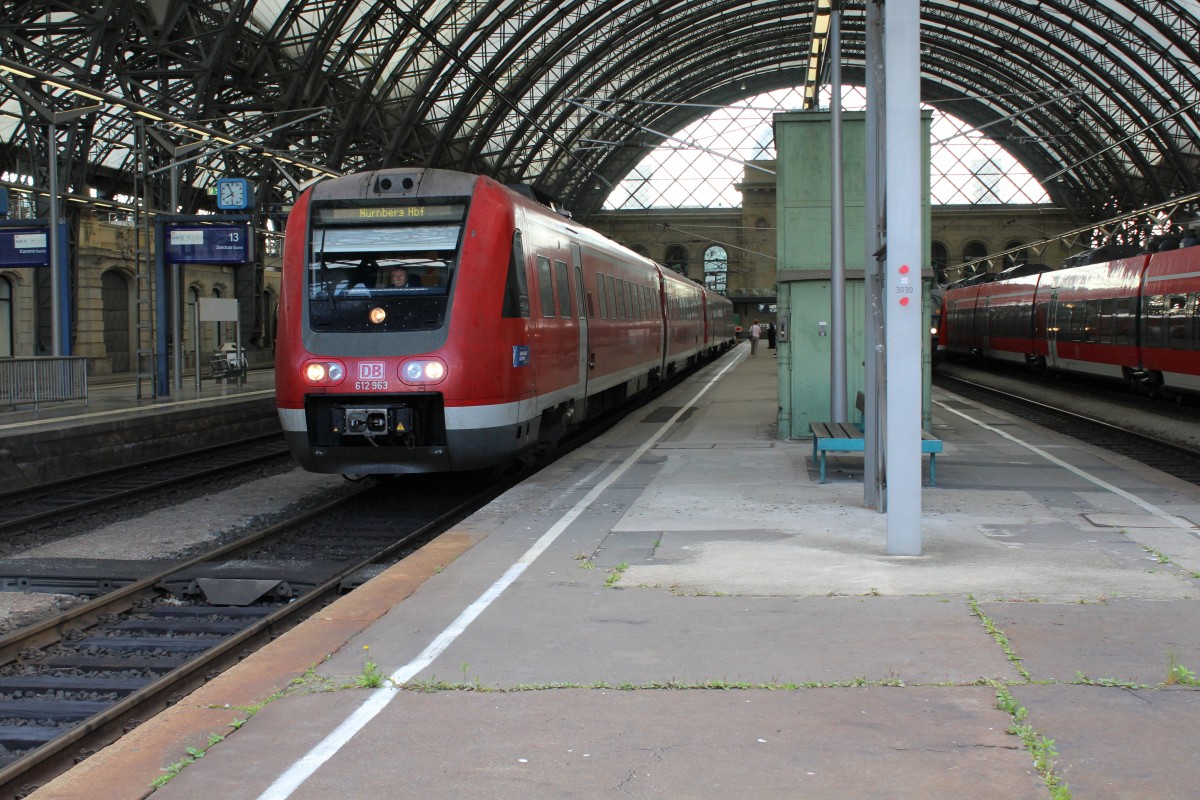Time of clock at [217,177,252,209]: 7:55
